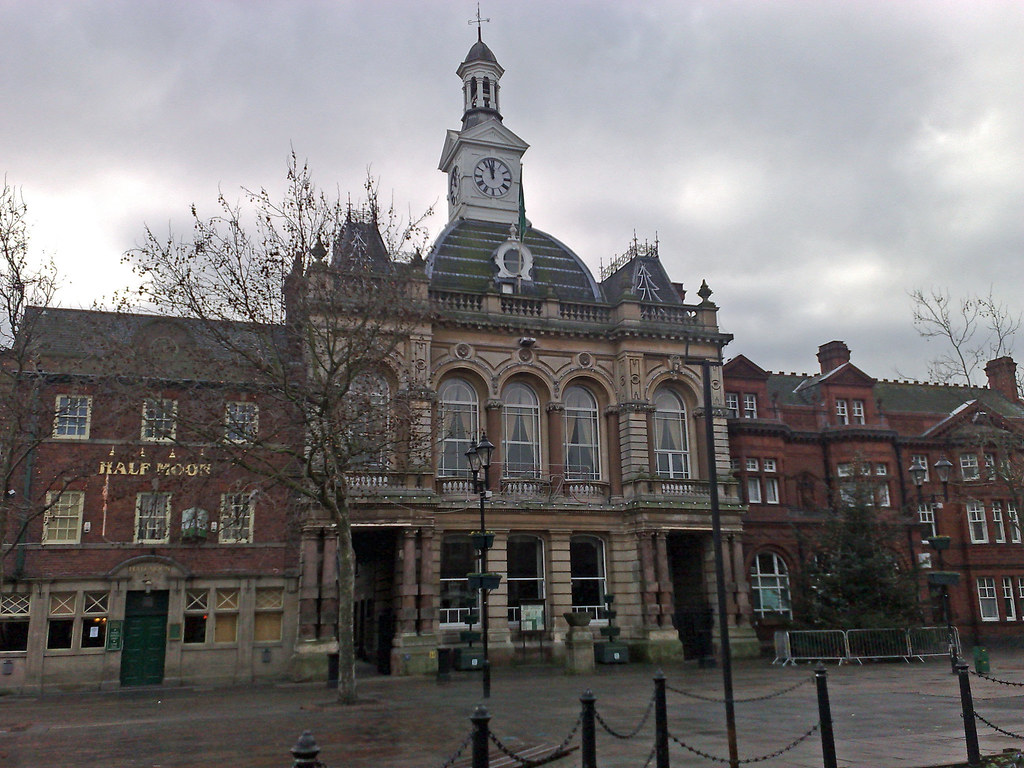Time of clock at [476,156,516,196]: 11:57
